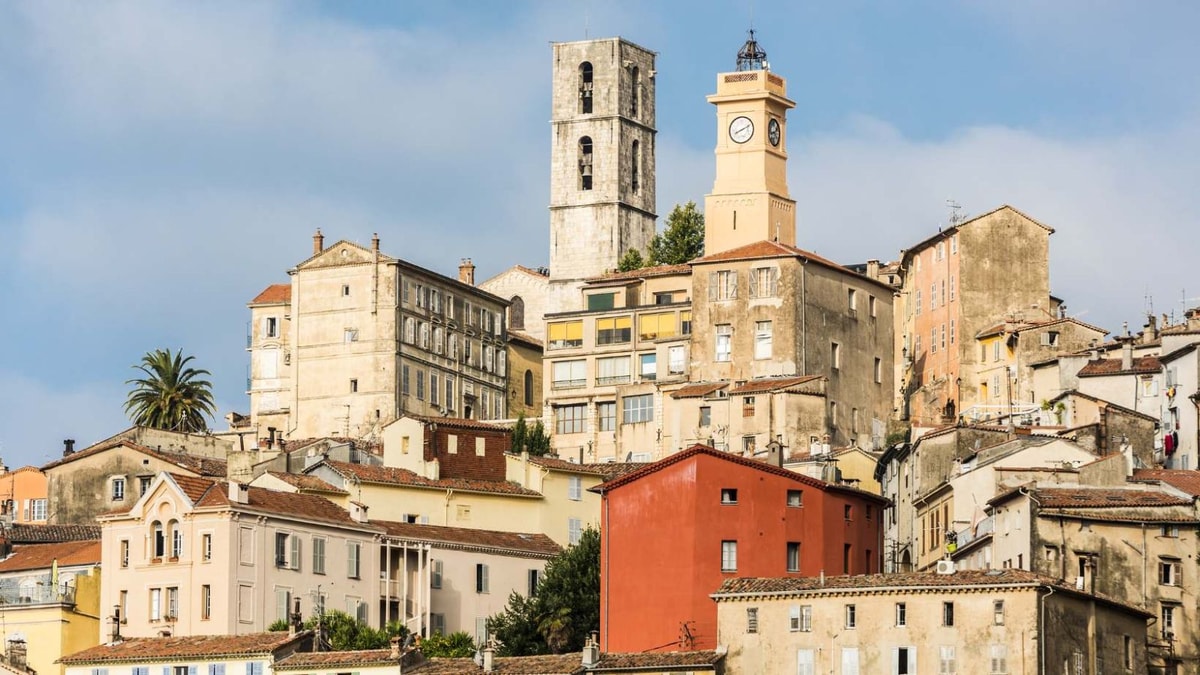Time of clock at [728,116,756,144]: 8:11
